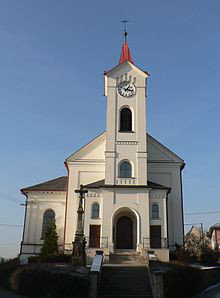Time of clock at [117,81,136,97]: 1:16
